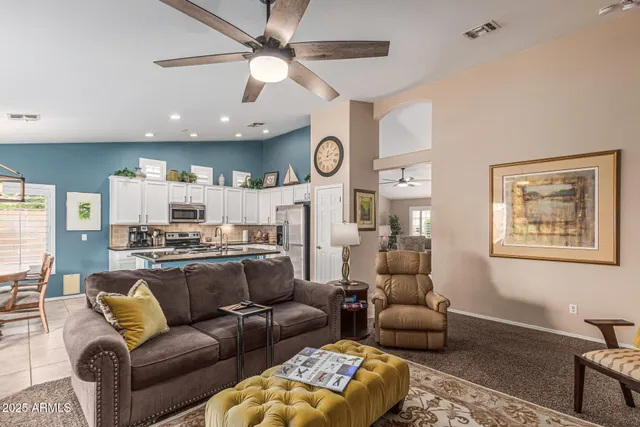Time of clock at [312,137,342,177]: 12:11
